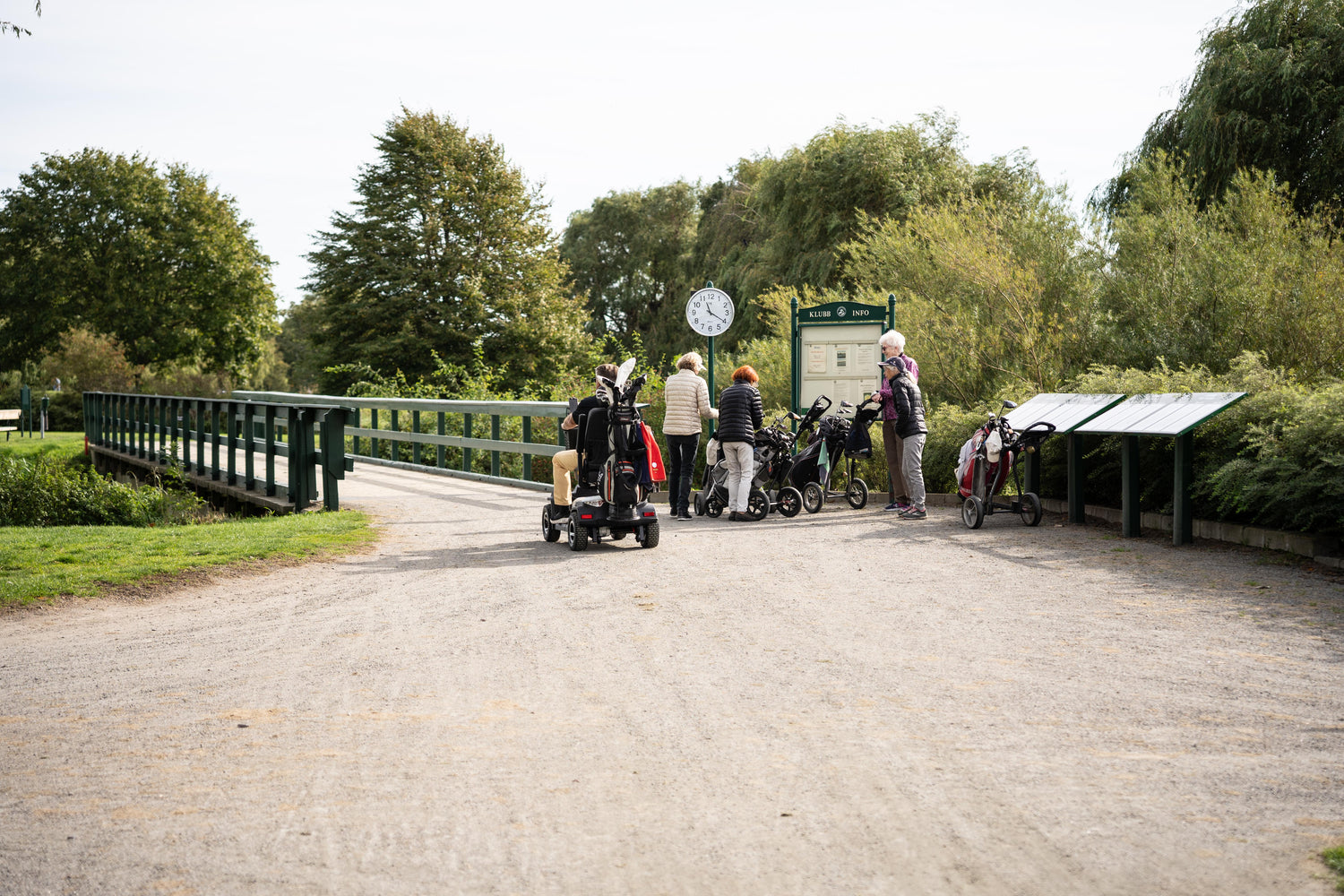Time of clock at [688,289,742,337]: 11:20
